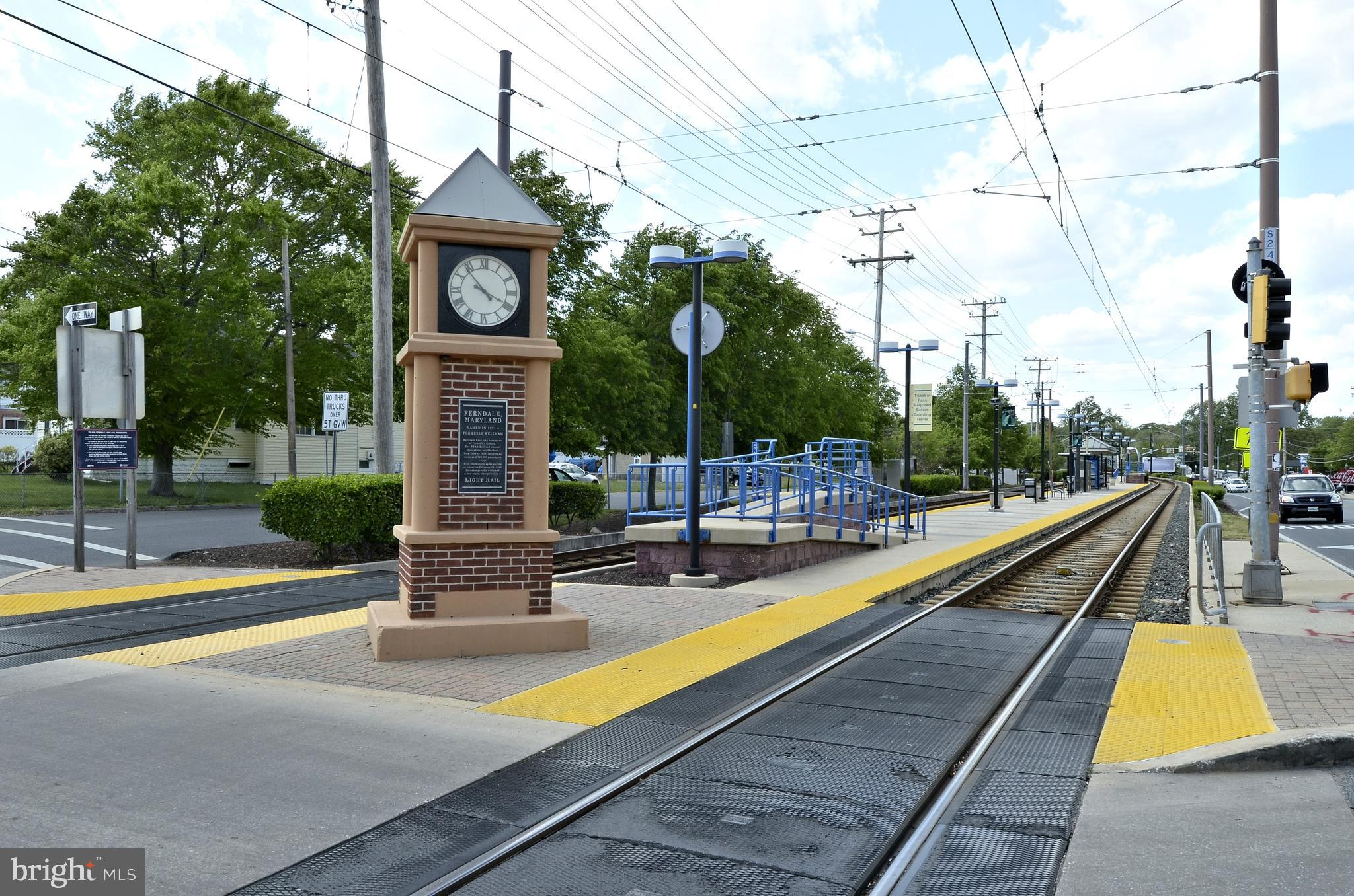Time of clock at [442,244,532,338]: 3:53
